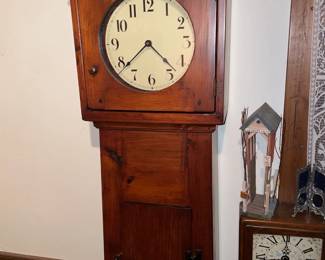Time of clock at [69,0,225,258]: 4:38
